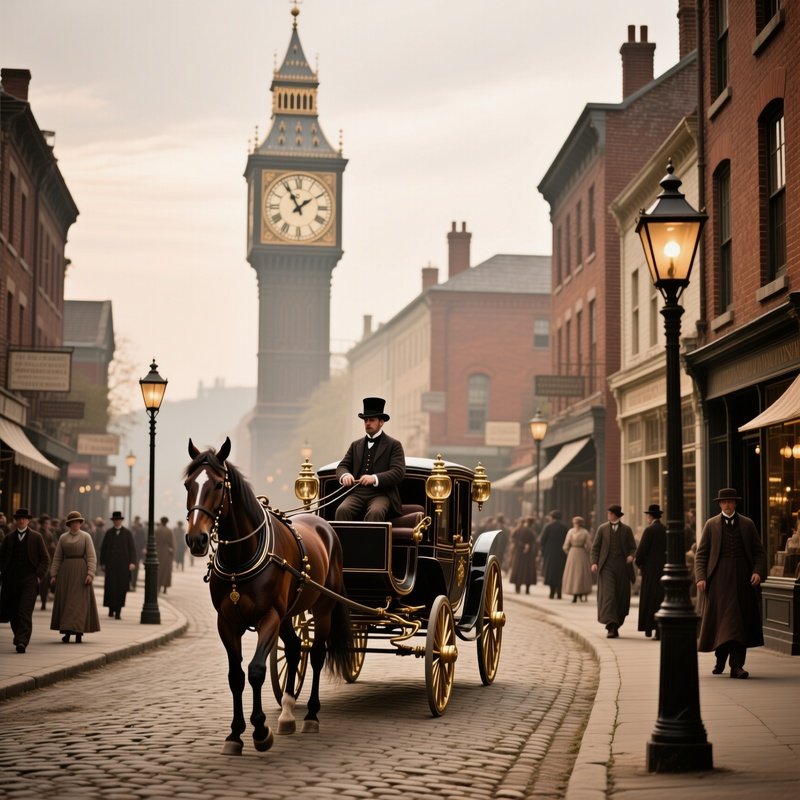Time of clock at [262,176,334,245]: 1:55
